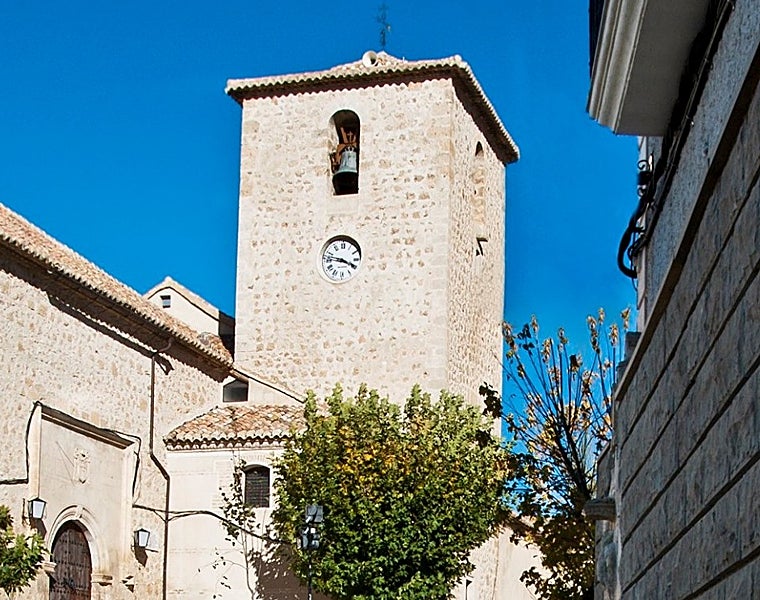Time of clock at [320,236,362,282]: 3:46
